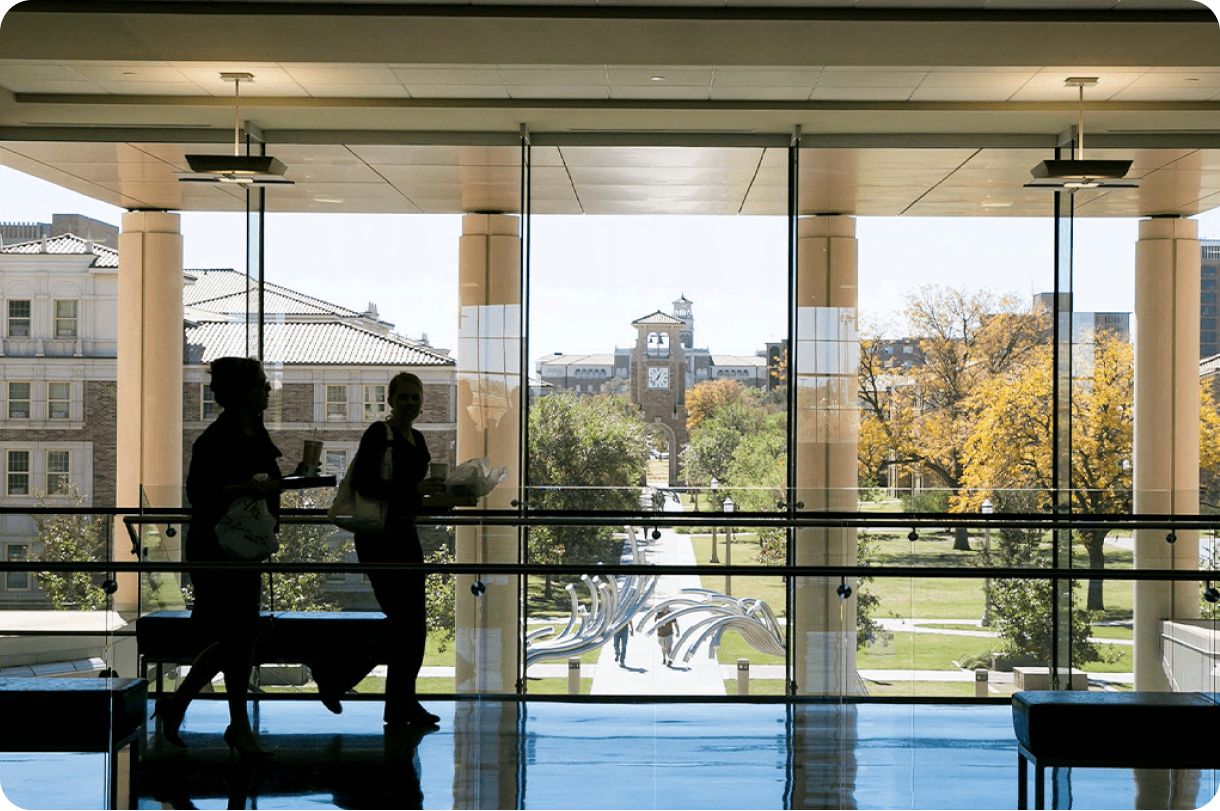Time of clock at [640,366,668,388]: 12:36
